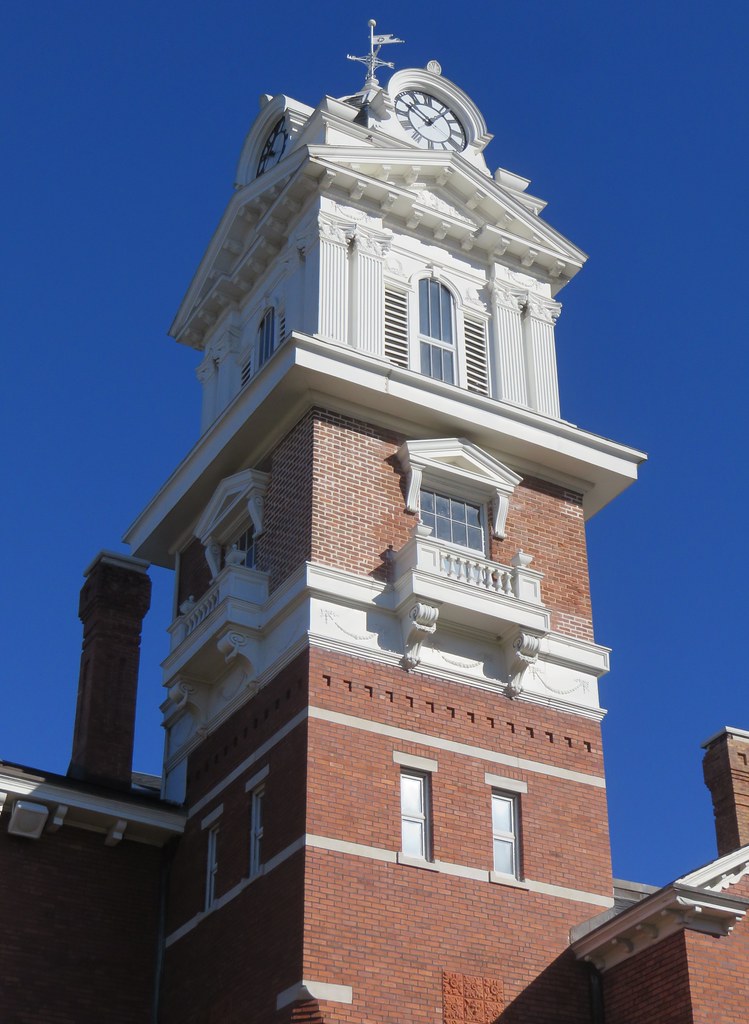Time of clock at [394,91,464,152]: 10:07
